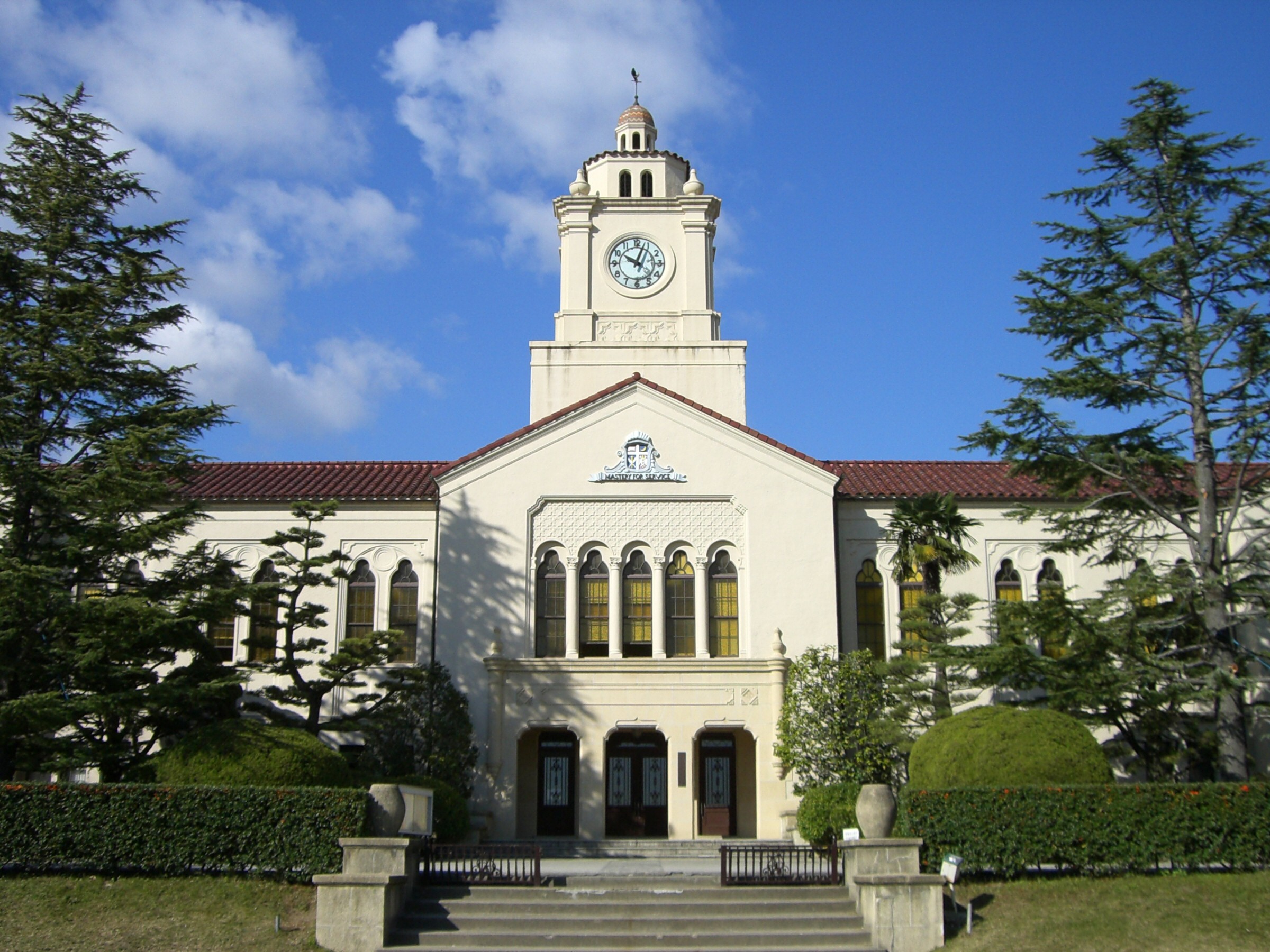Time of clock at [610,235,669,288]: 10:03
